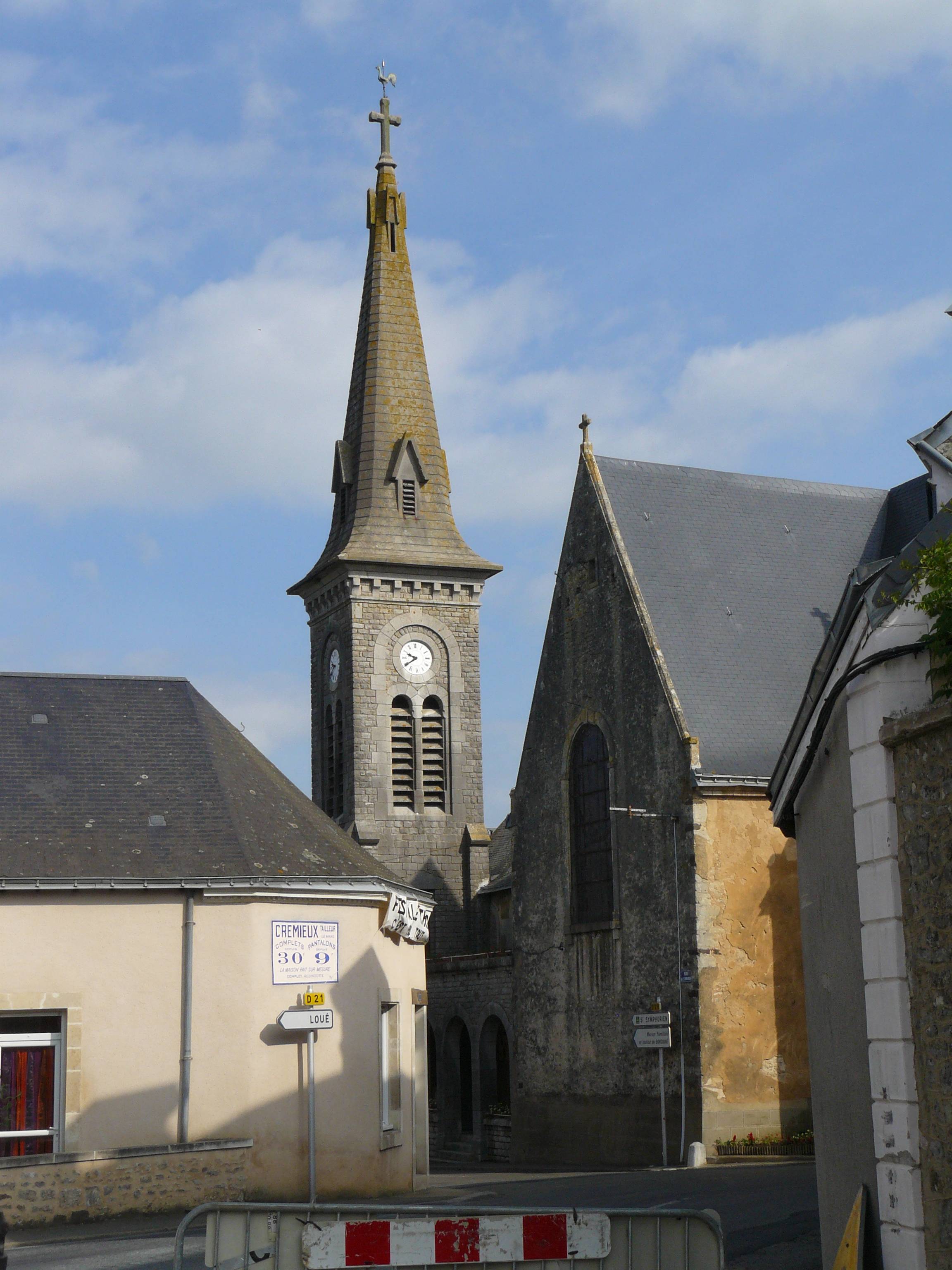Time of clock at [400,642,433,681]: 9:39
